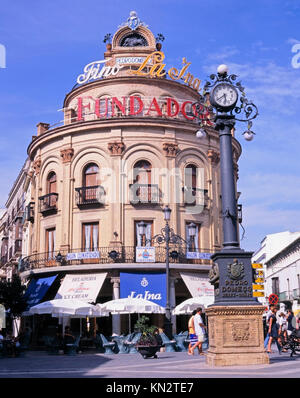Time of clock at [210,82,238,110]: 5:38
